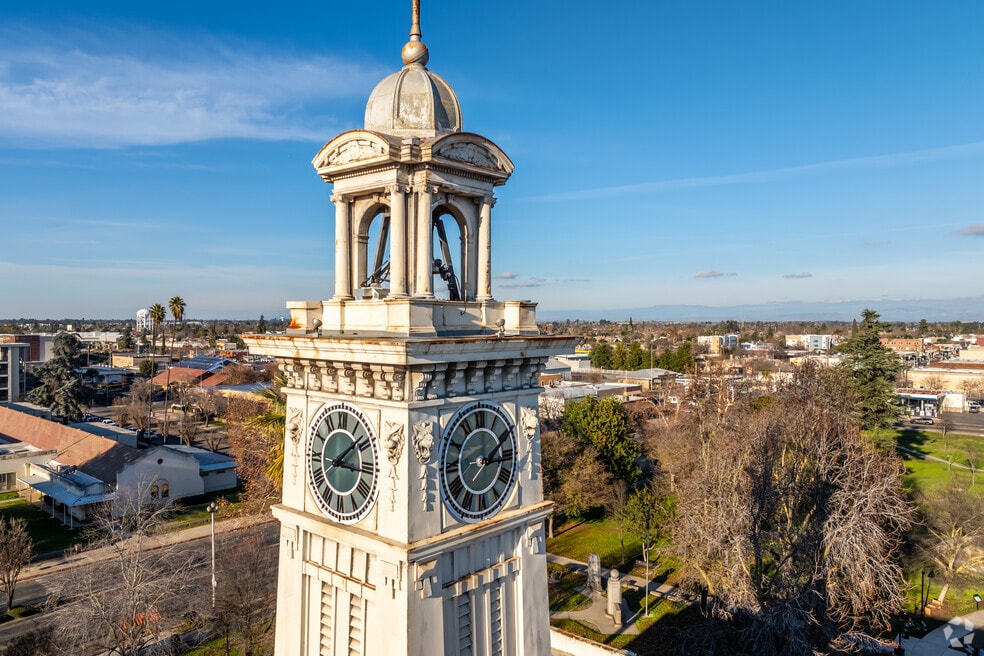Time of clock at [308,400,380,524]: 3:08
